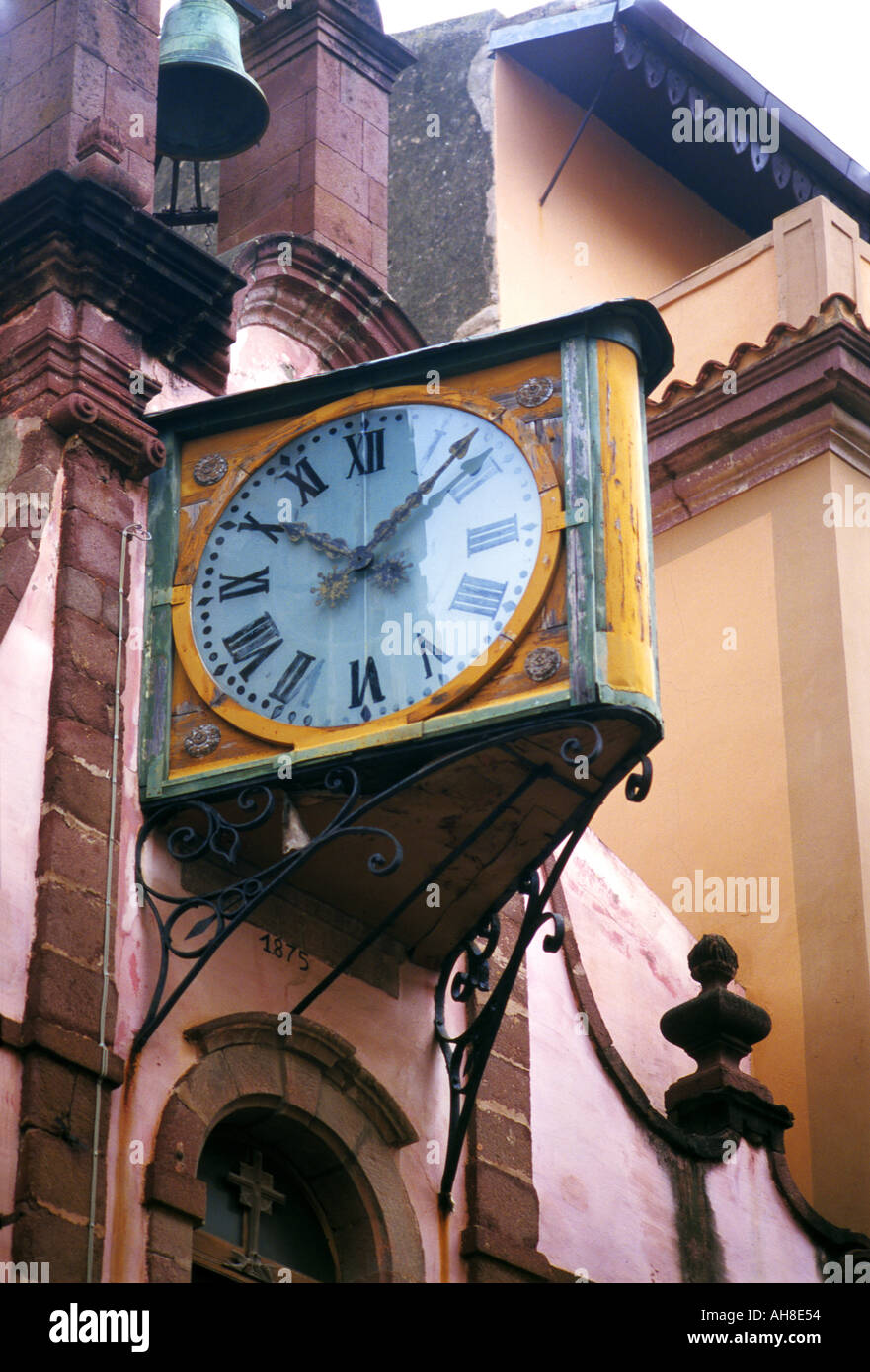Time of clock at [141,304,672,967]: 10:07
